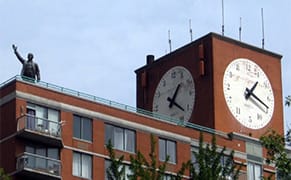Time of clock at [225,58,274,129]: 1:18
